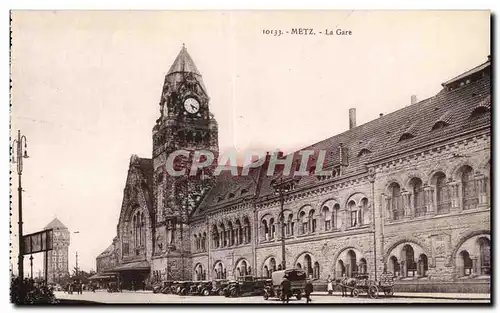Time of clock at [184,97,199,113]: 5:18
